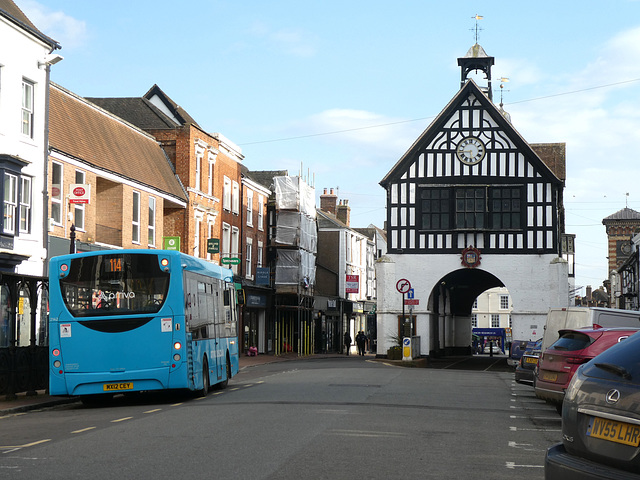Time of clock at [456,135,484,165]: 5:44
